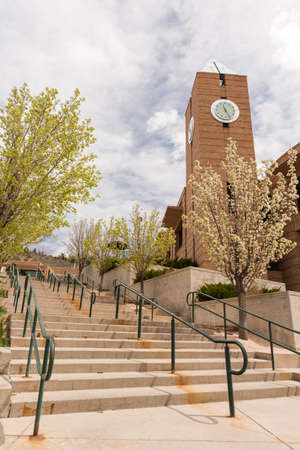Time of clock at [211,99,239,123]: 11:25
